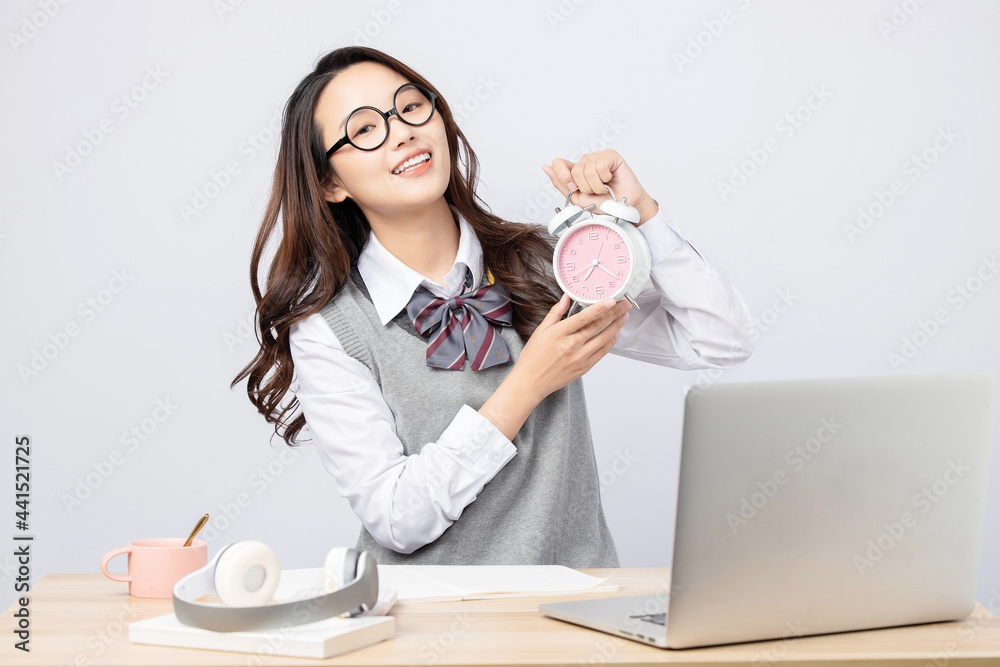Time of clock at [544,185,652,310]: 7:21
